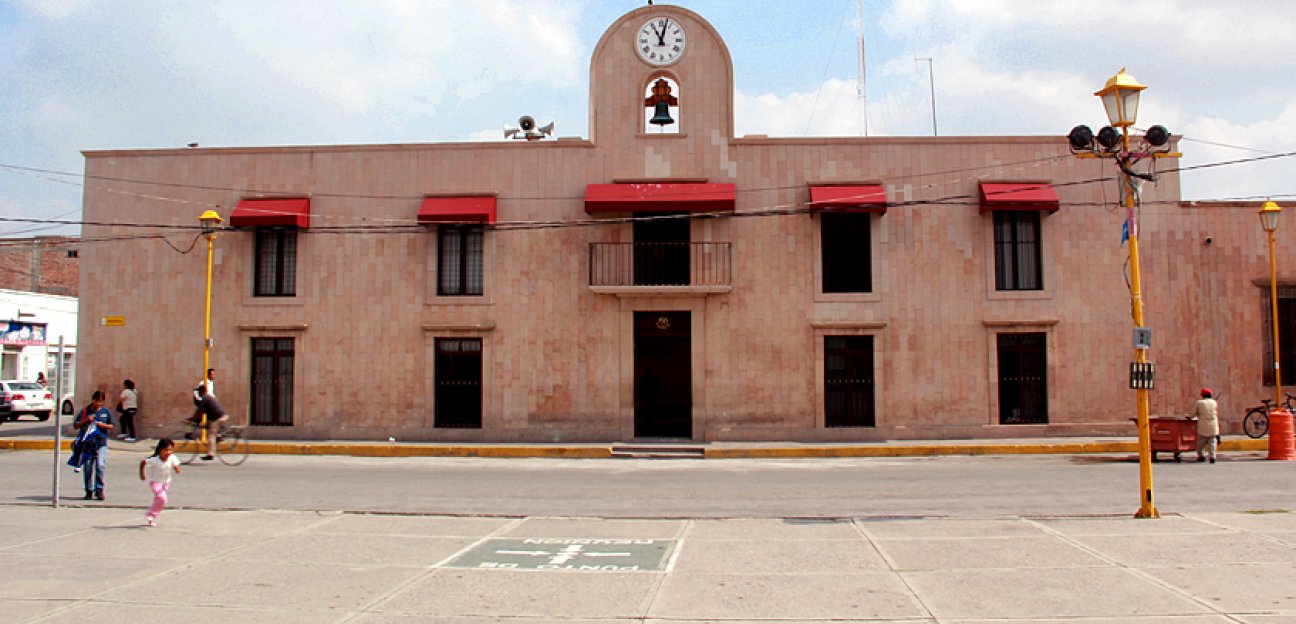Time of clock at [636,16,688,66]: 11:02
